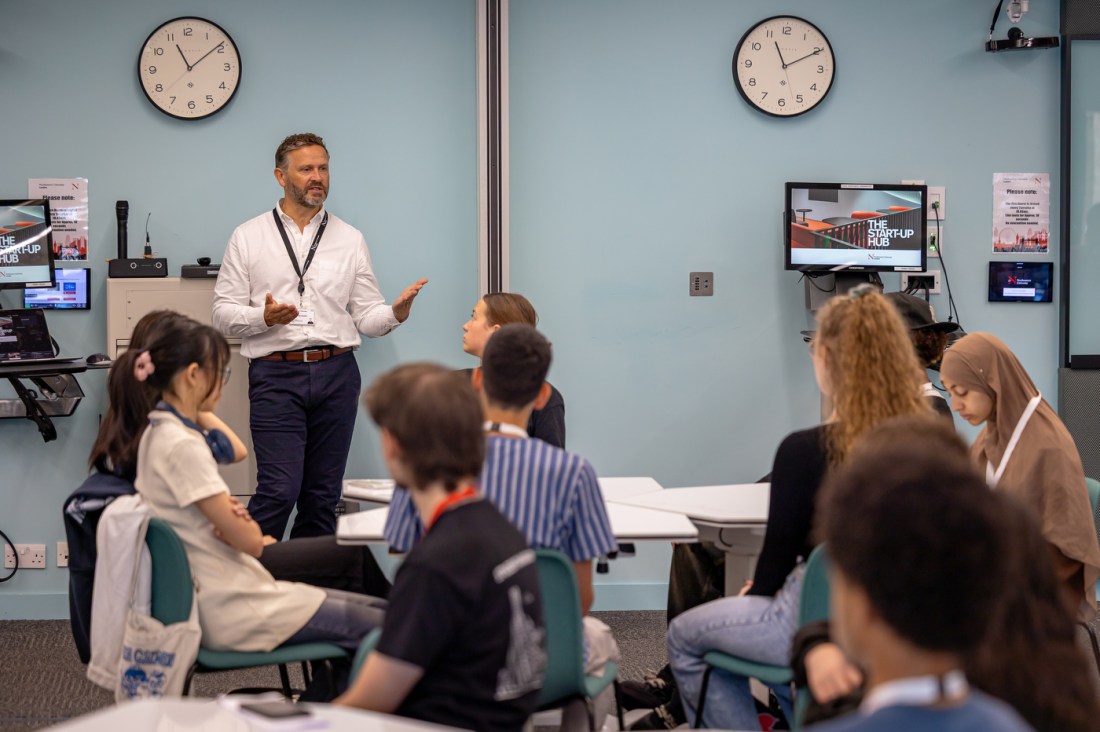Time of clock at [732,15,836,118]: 11:10
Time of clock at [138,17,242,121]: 11:09
